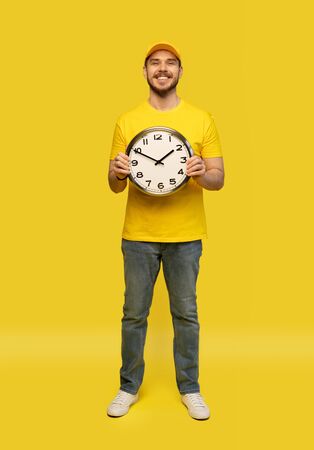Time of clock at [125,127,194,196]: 1:49
